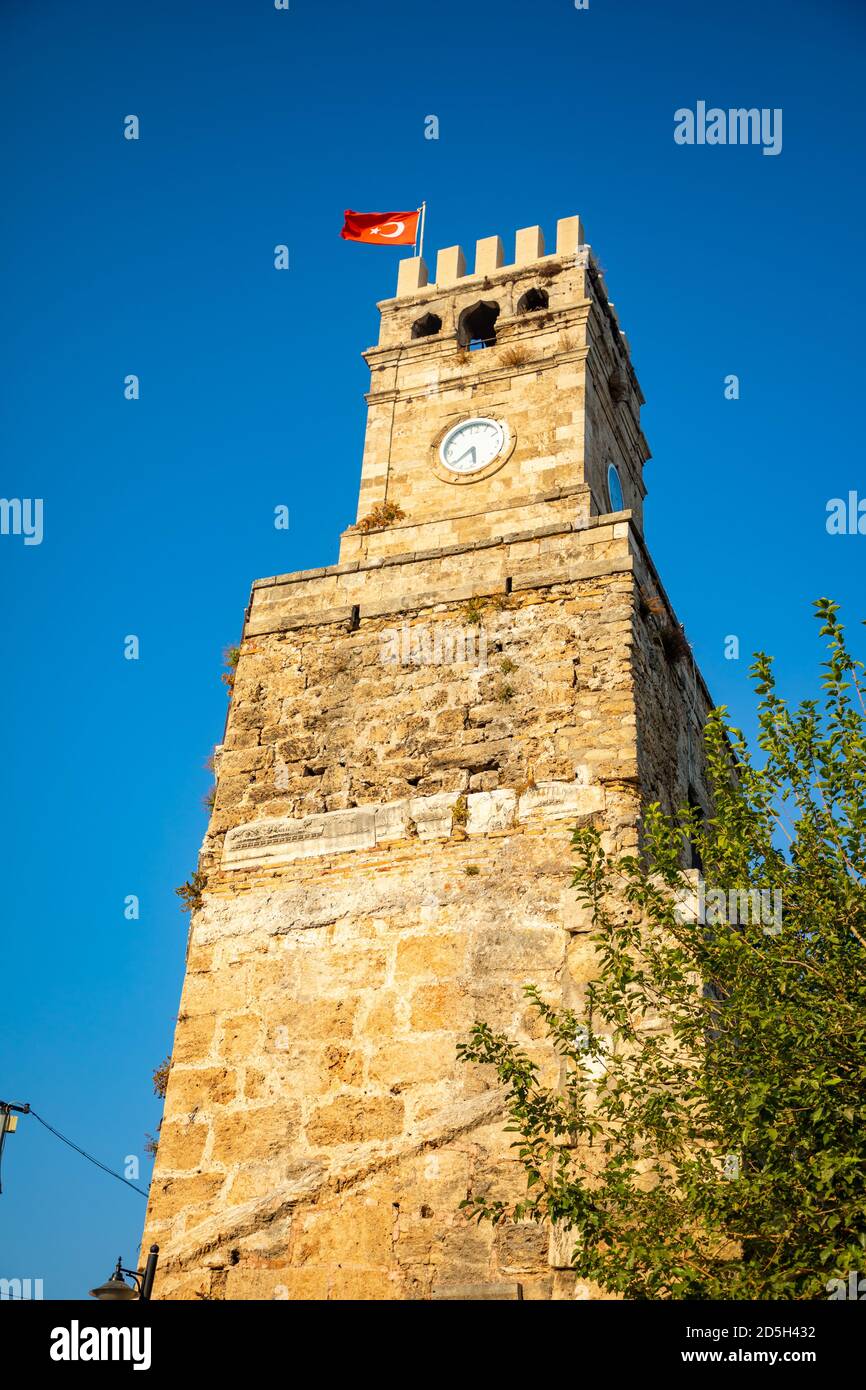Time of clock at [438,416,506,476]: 5:38
